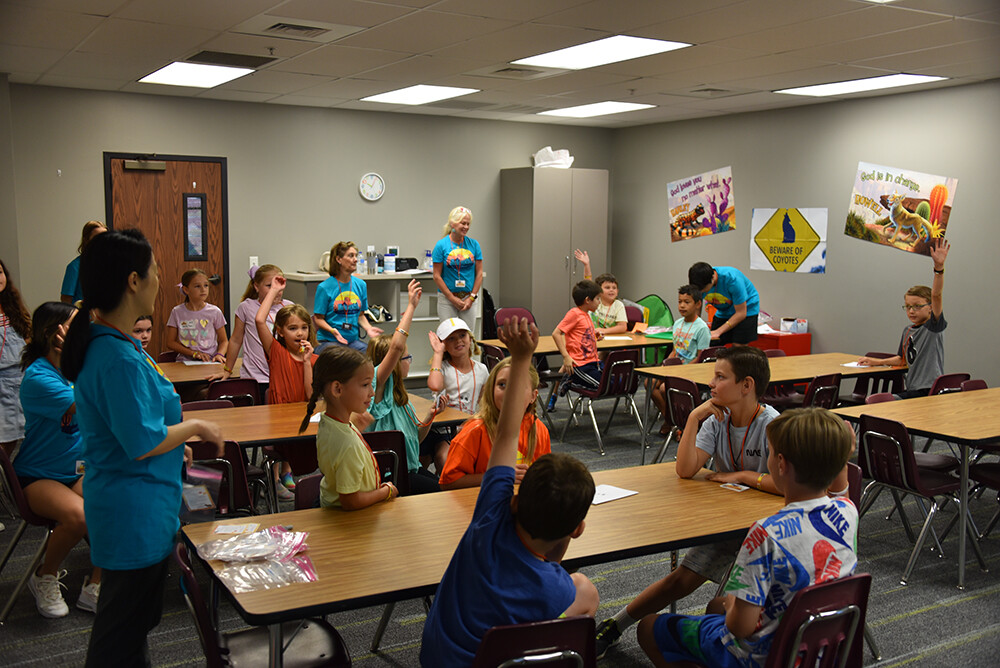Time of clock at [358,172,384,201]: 10:04
